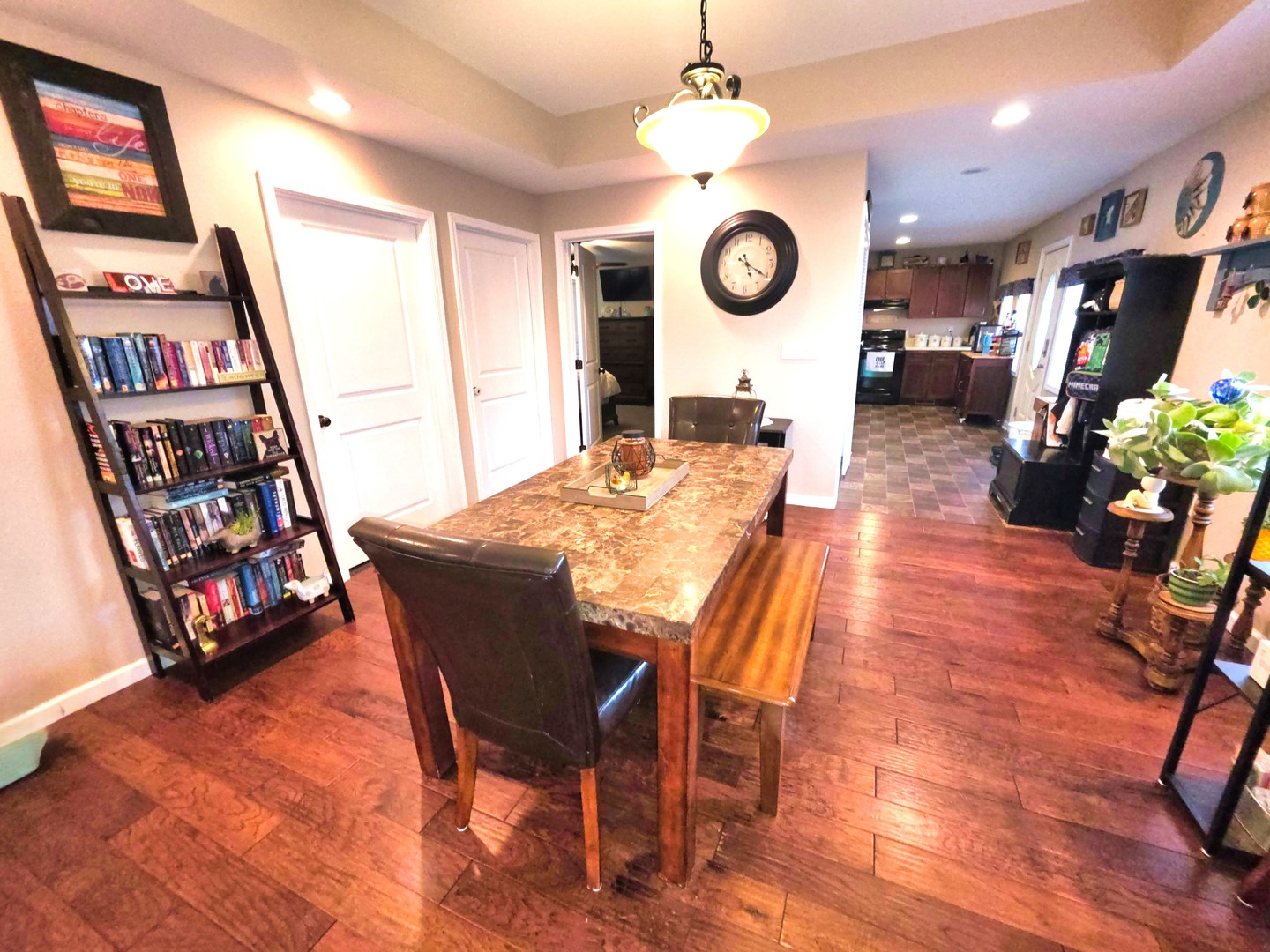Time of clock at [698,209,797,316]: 5:20
